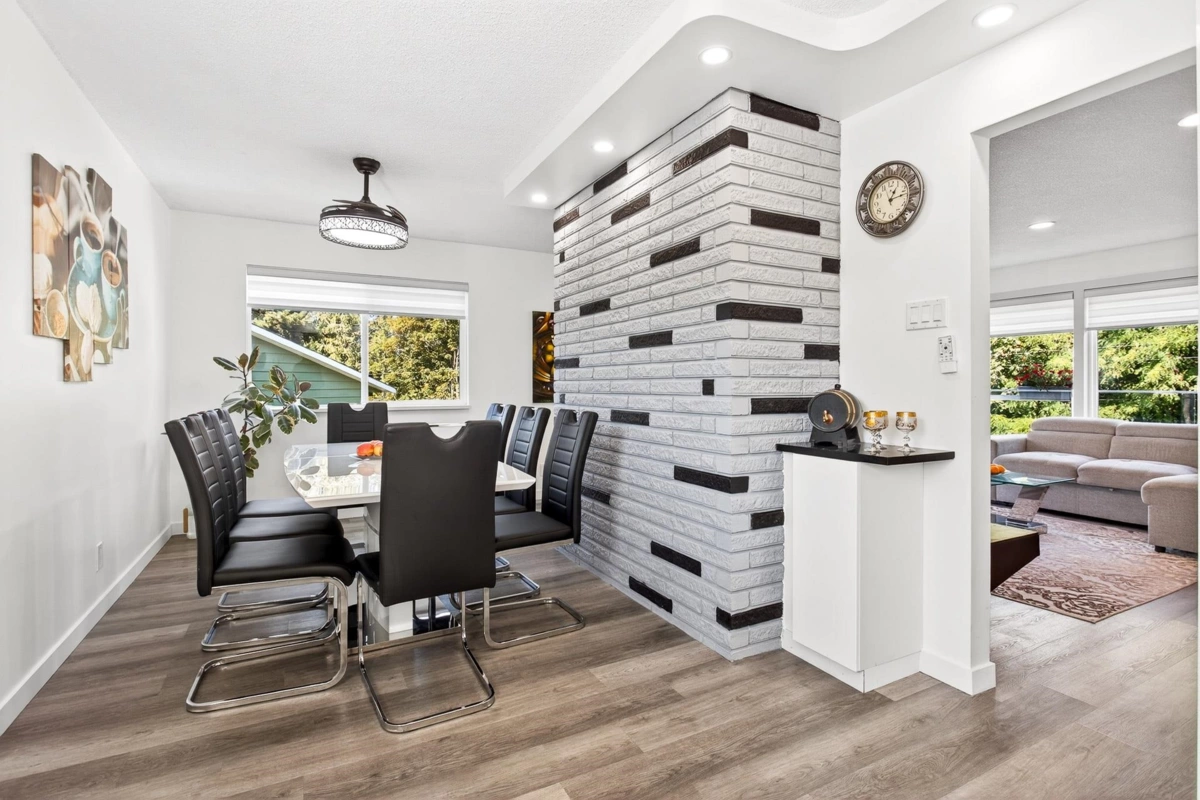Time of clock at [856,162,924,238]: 1:13
